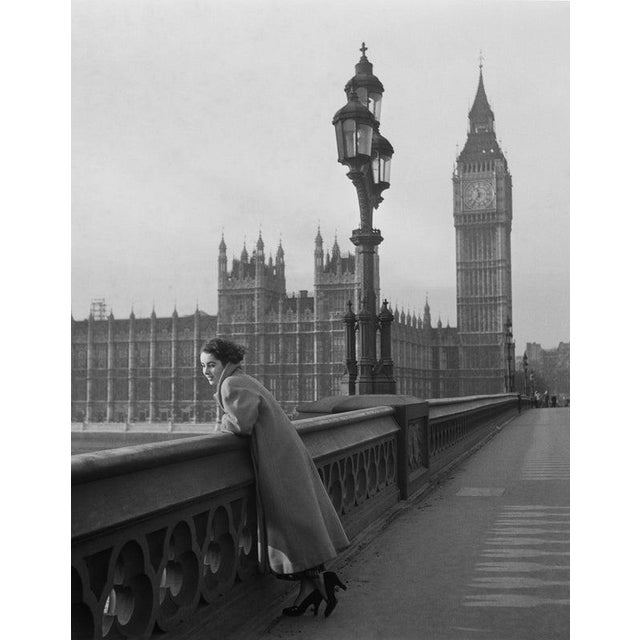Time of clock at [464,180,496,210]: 11:35
